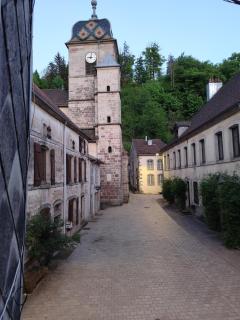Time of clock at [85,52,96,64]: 9:01
